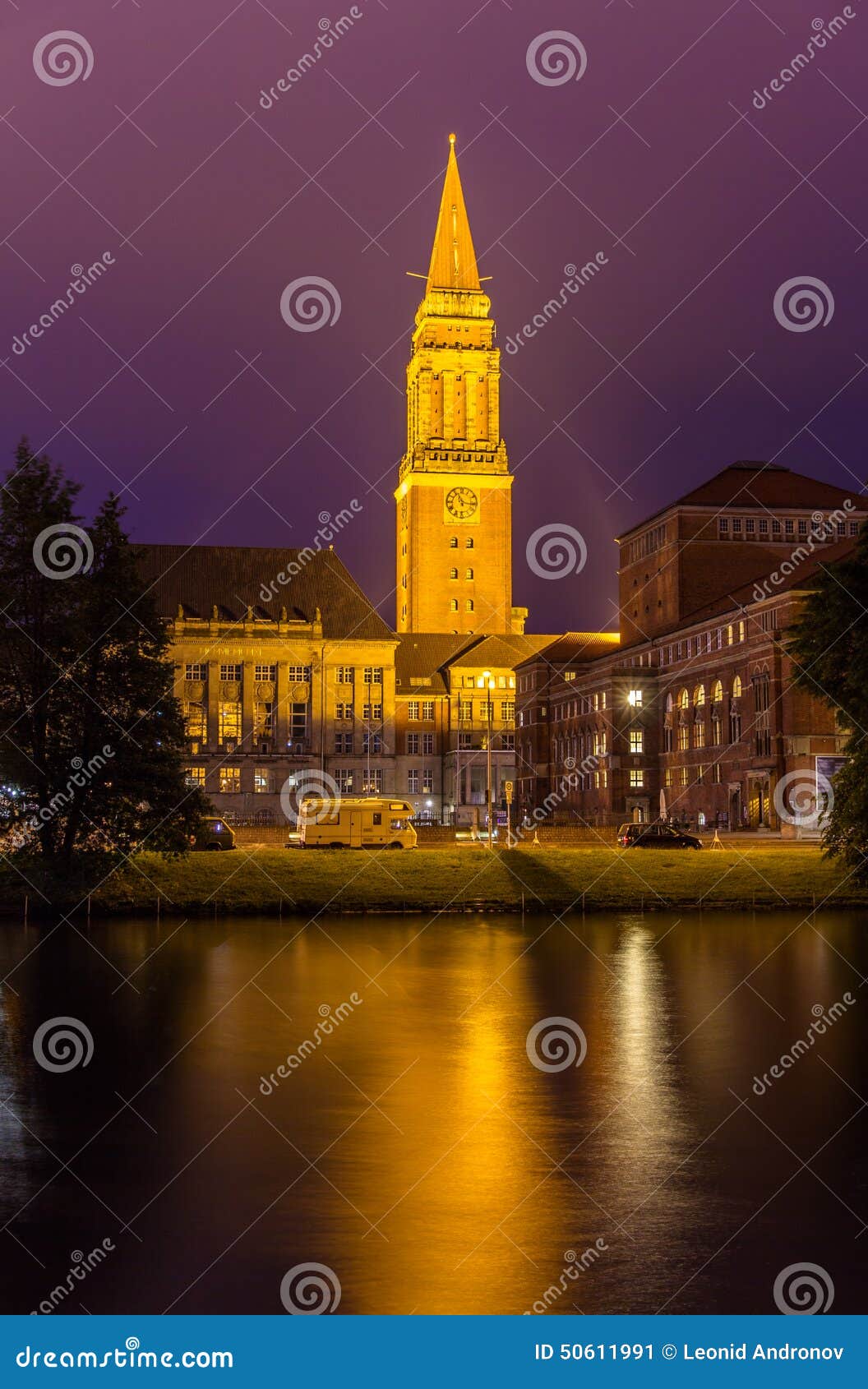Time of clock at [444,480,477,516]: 11:16
